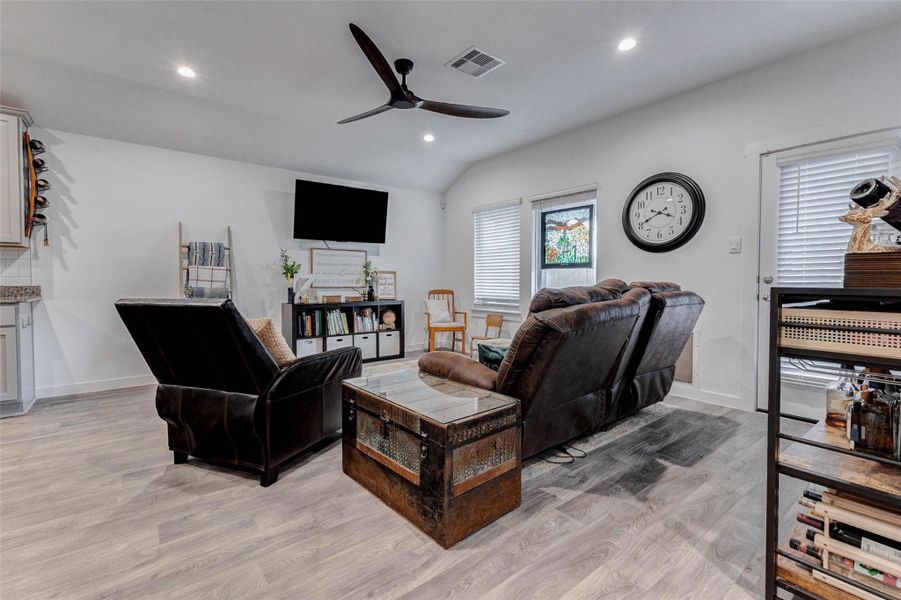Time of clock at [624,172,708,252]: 3:40
